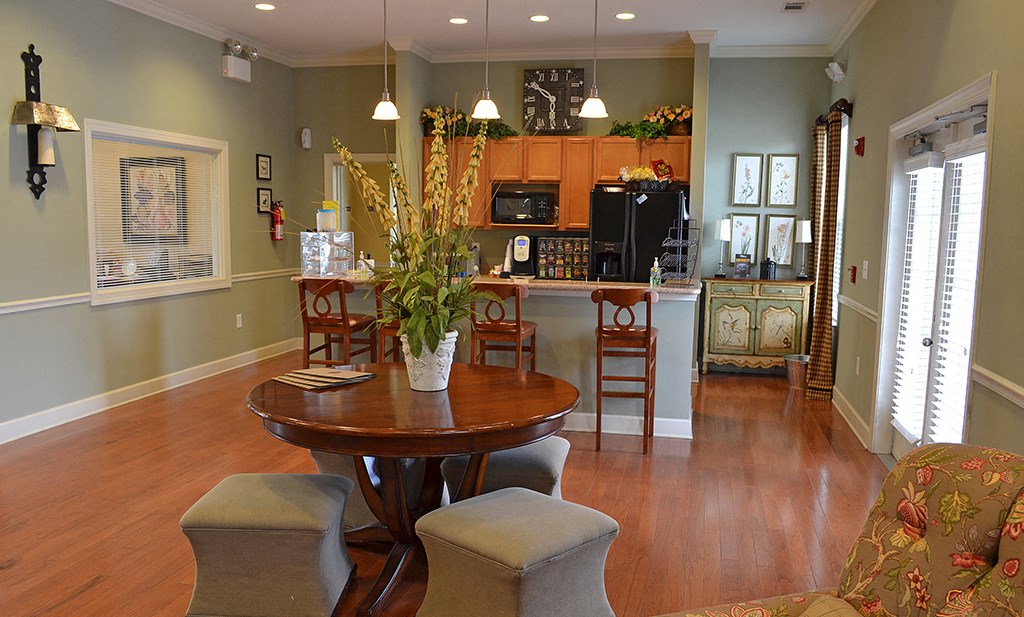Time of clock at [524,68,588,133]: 5:50
